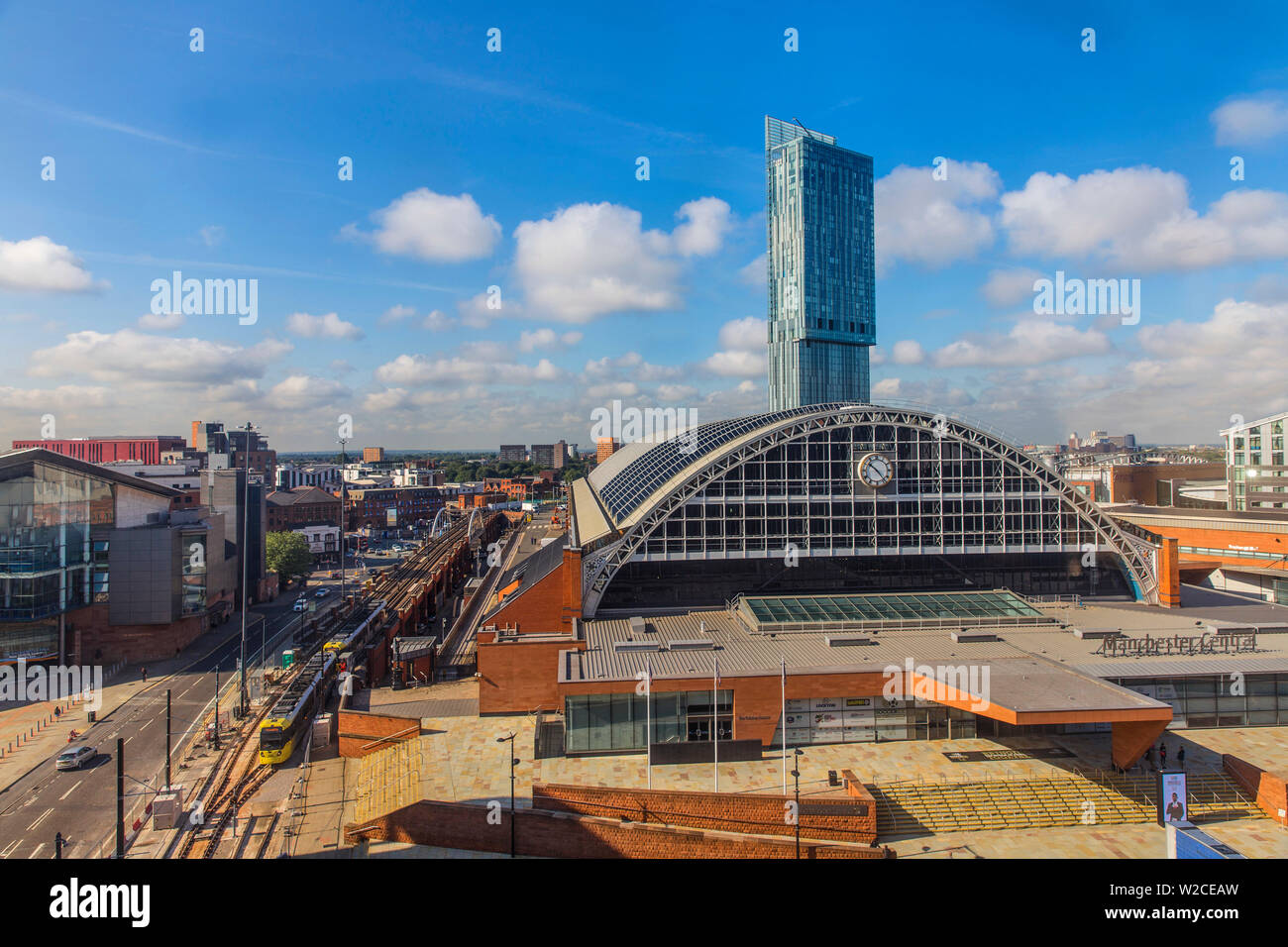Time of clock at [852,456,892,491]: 10:23
